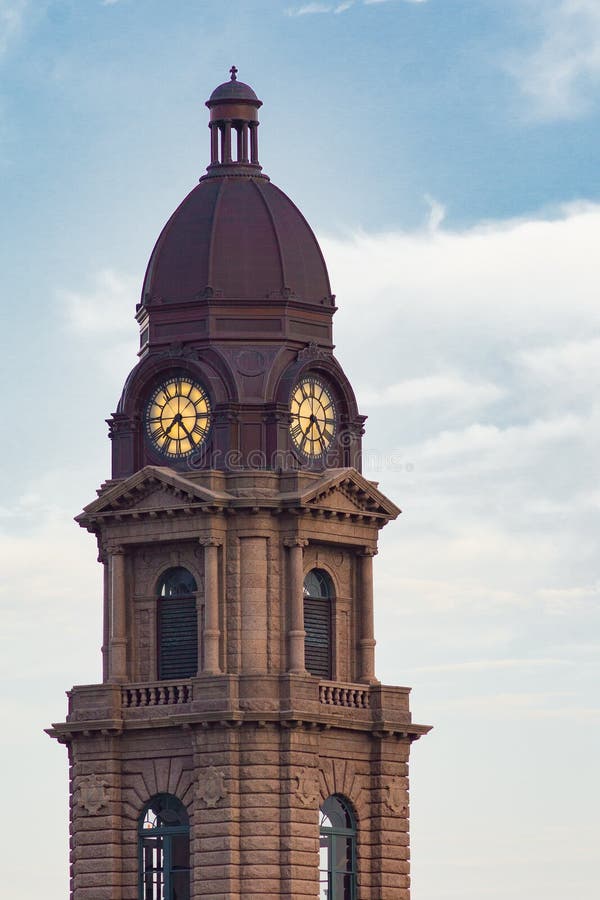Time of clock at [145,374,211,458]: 7:24
